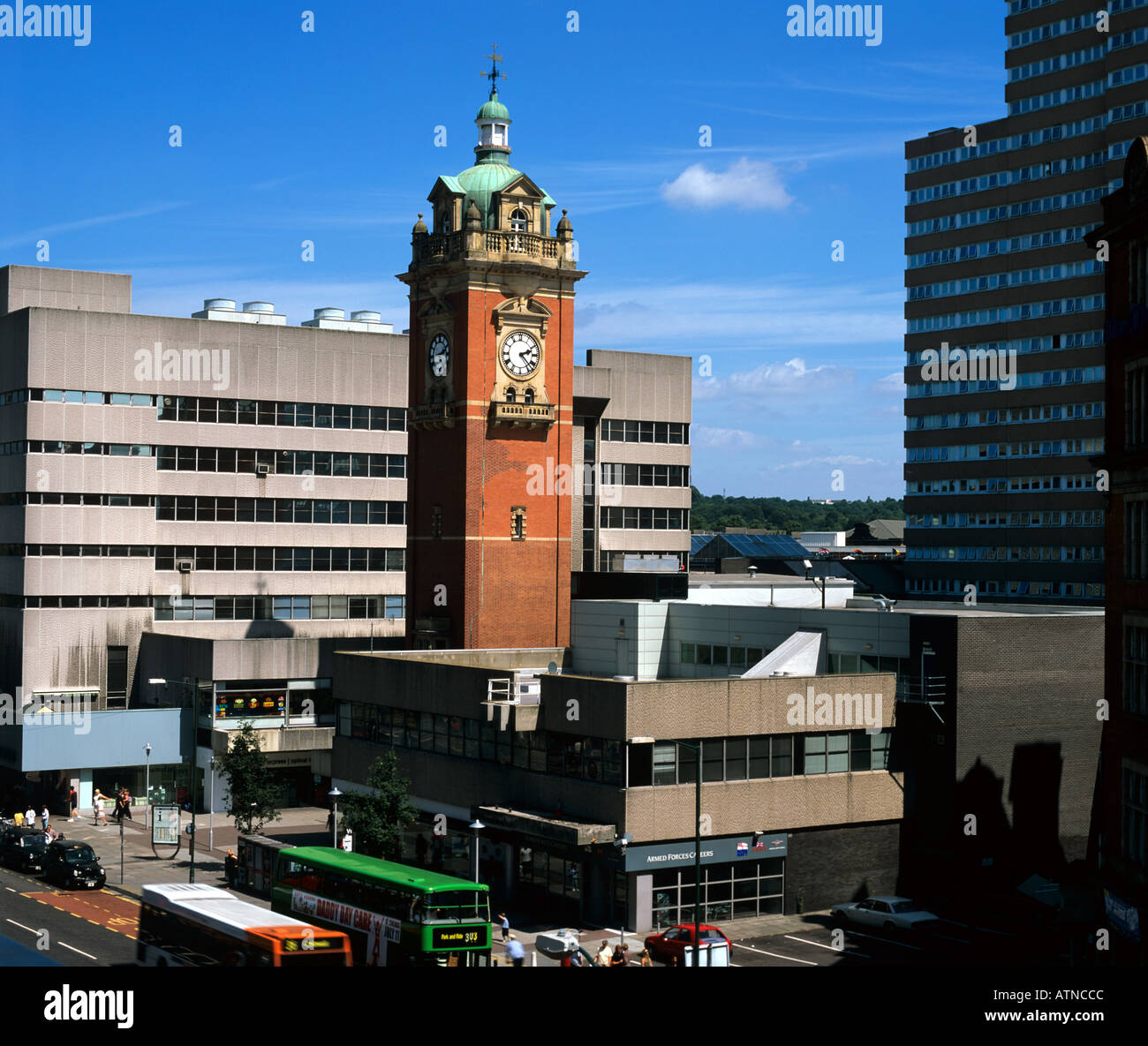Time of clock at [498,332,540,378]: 2:22
